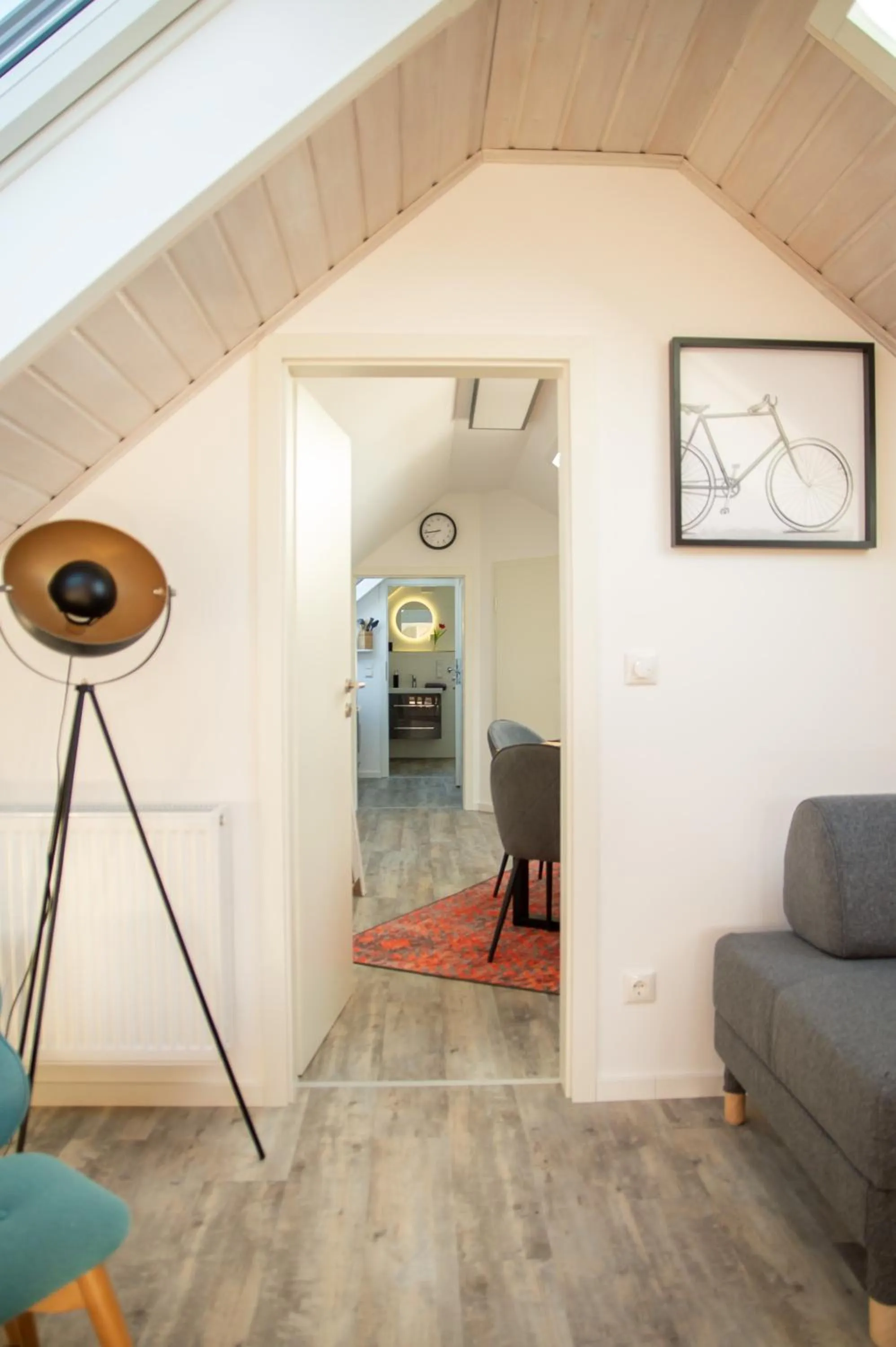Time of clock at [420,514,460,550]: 8:43
